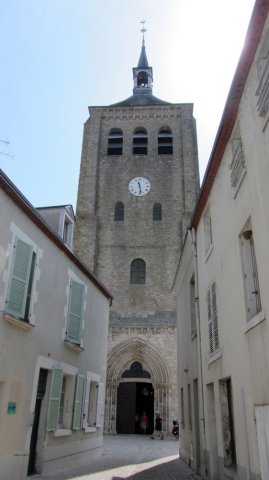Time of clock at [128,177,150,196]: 11:28
